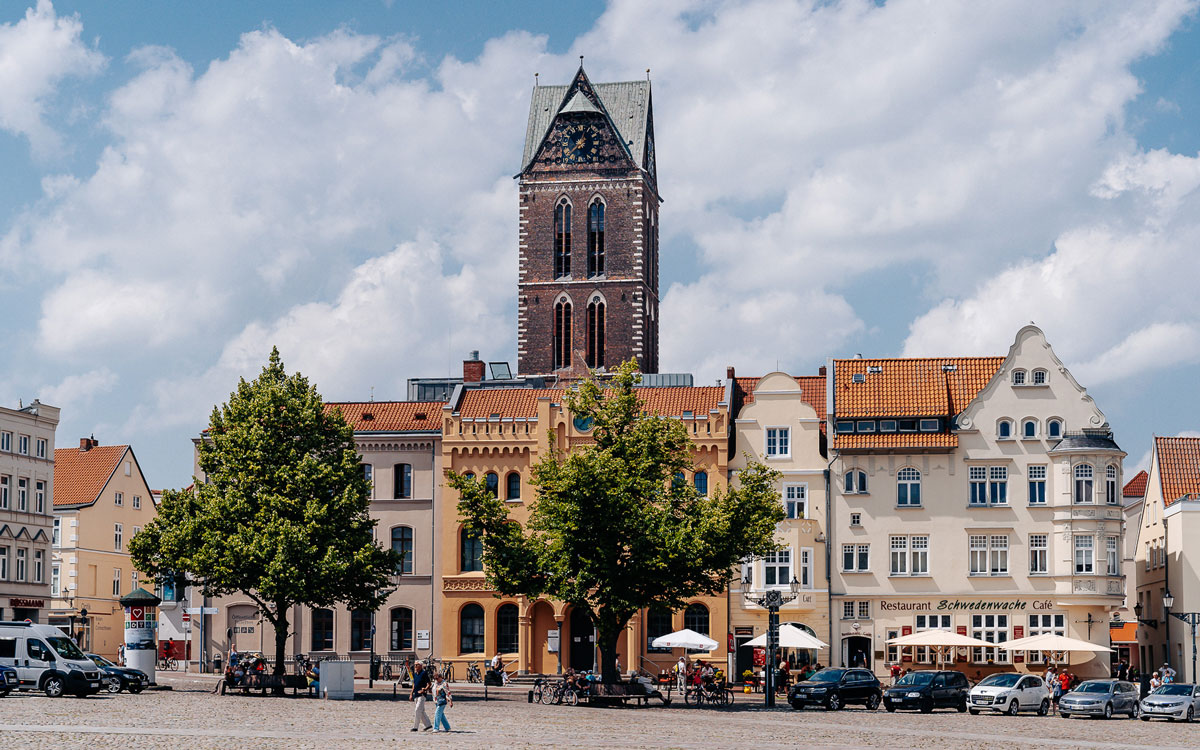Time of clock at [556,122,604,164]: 12:37
